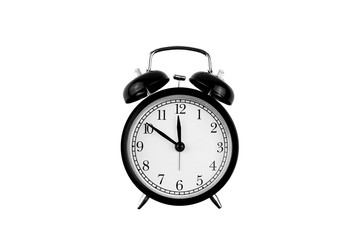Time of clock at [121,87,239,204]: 11:50
